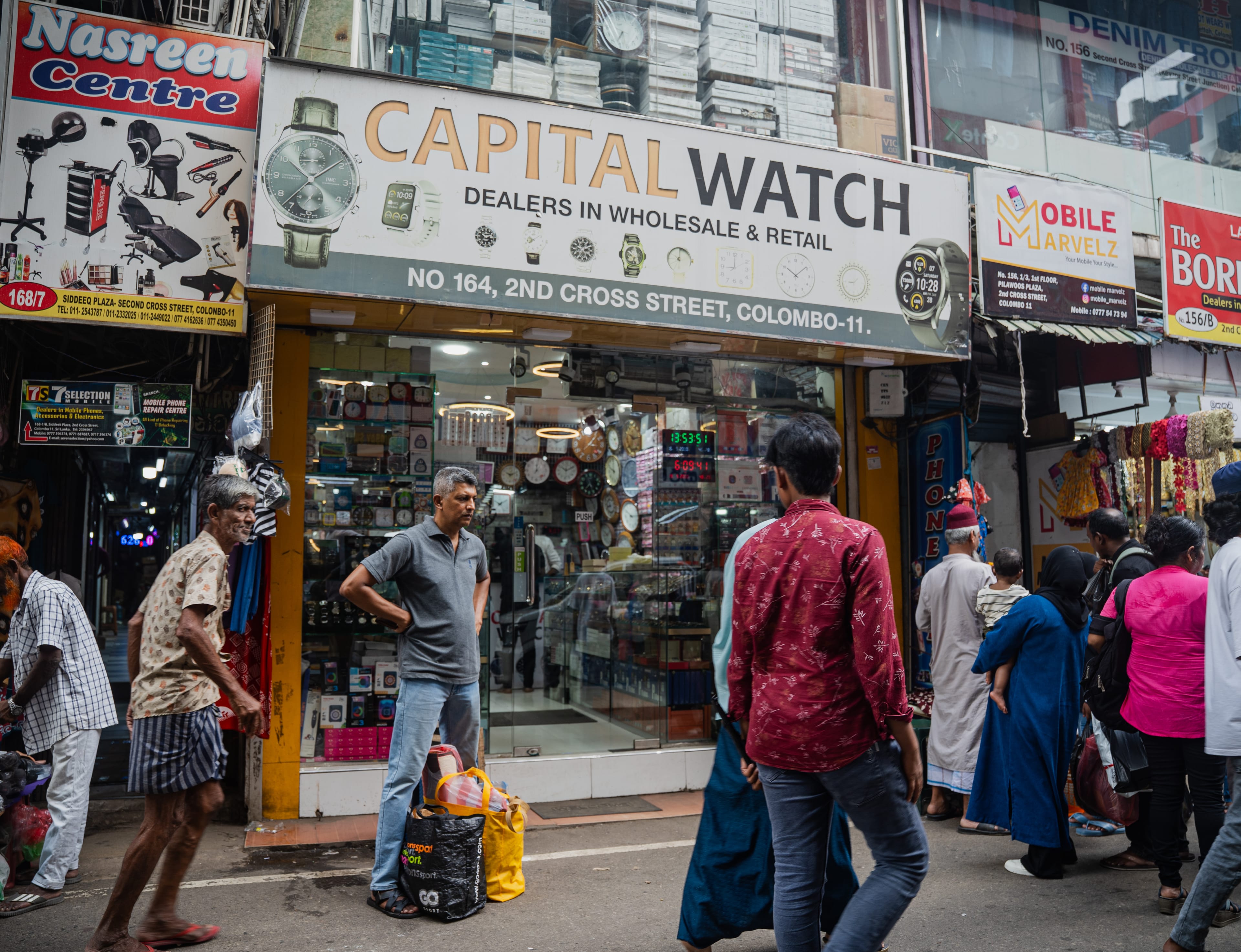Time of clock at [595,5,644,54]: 7:31
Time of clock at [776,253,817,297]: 10:08
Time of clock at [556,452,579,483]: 10:10
